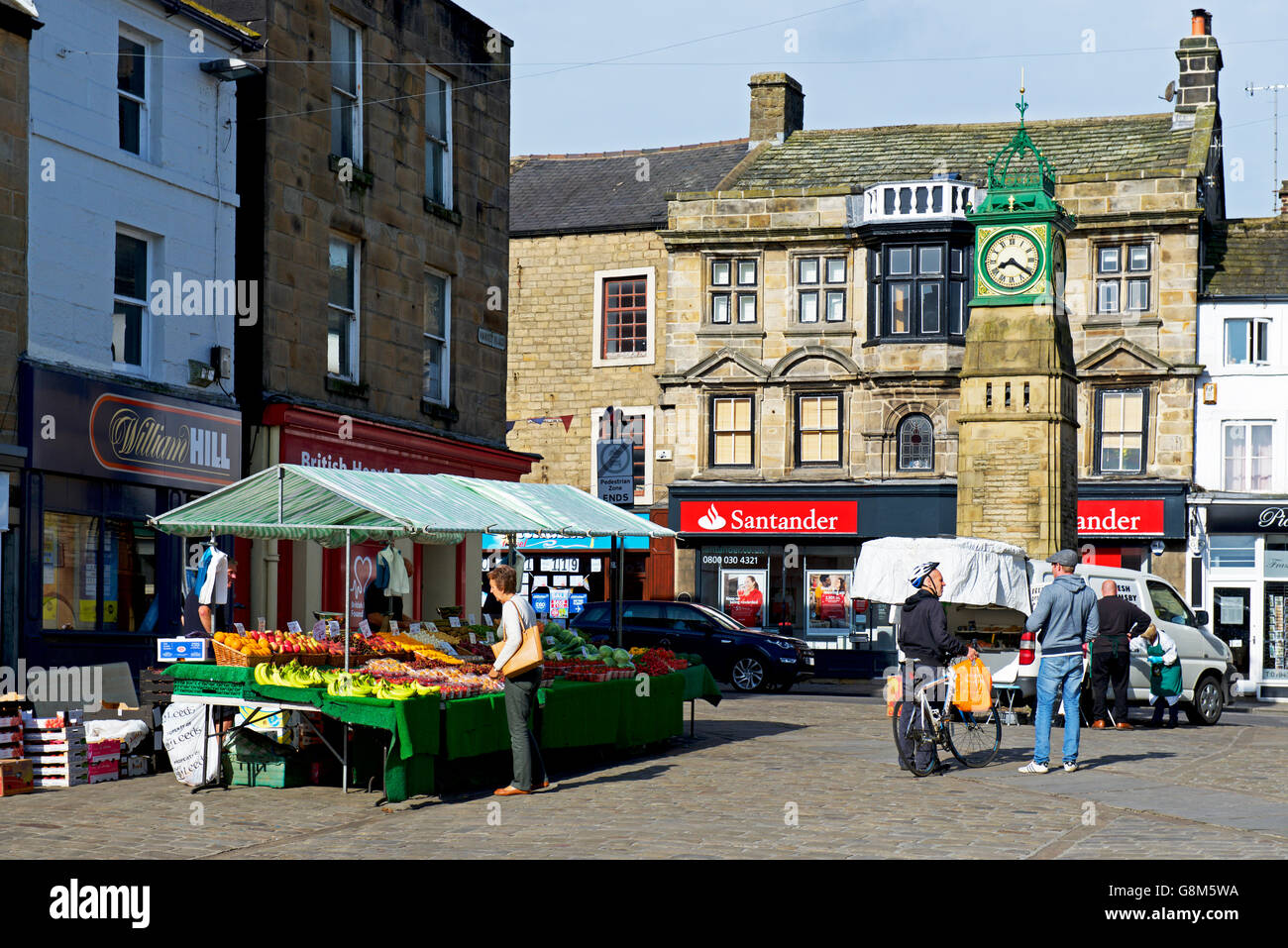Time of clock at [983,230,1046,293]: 8:20
